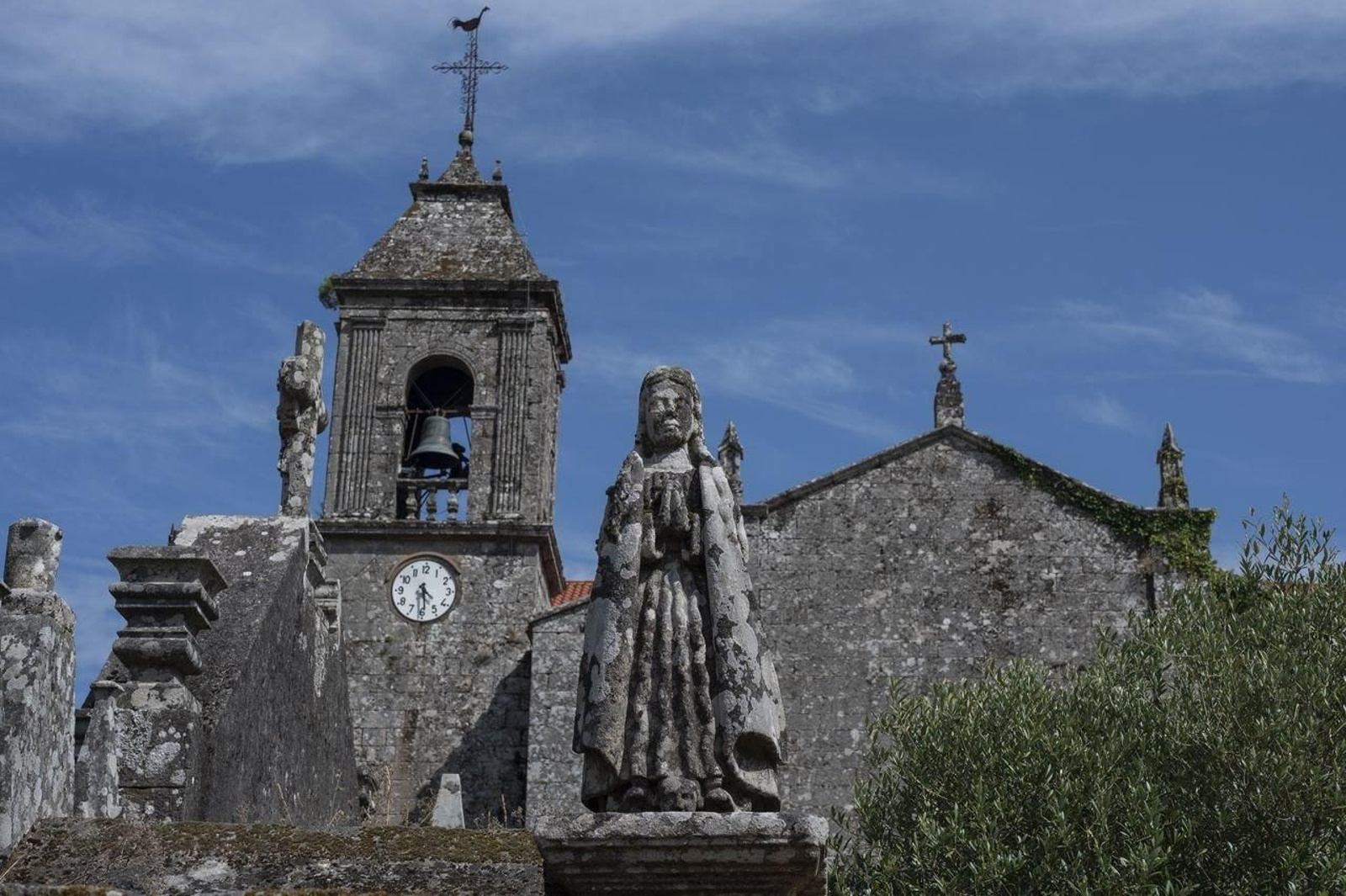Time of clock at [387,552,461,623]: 4:29
